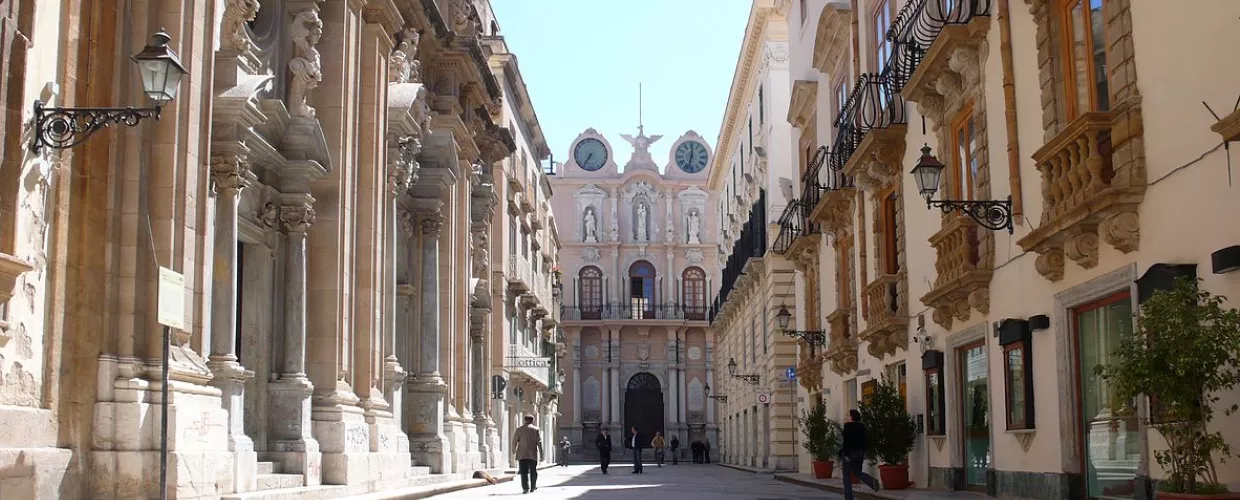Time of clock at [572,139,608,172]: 7:36
